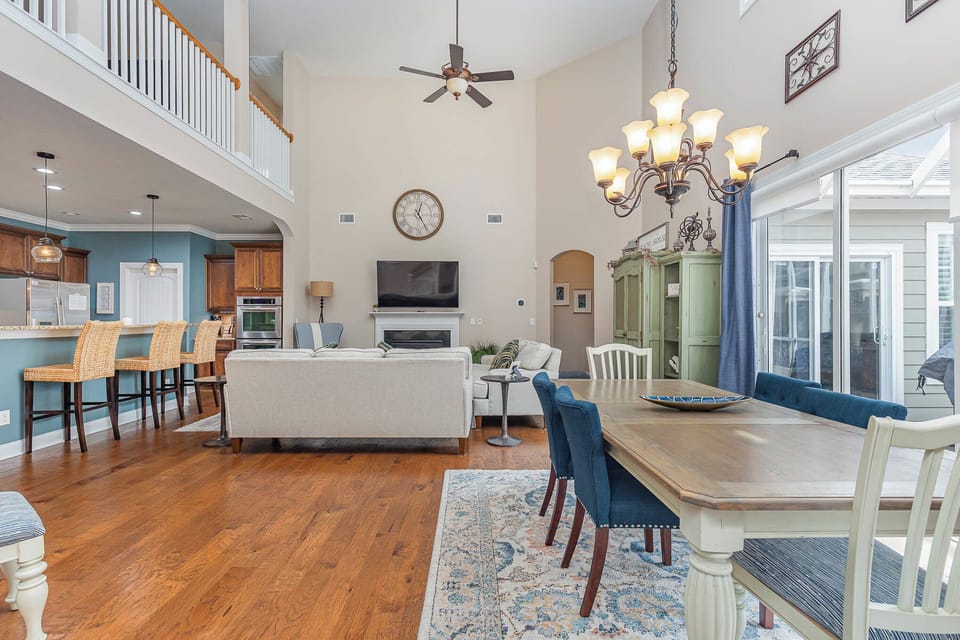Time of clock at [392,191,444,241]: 12:24
